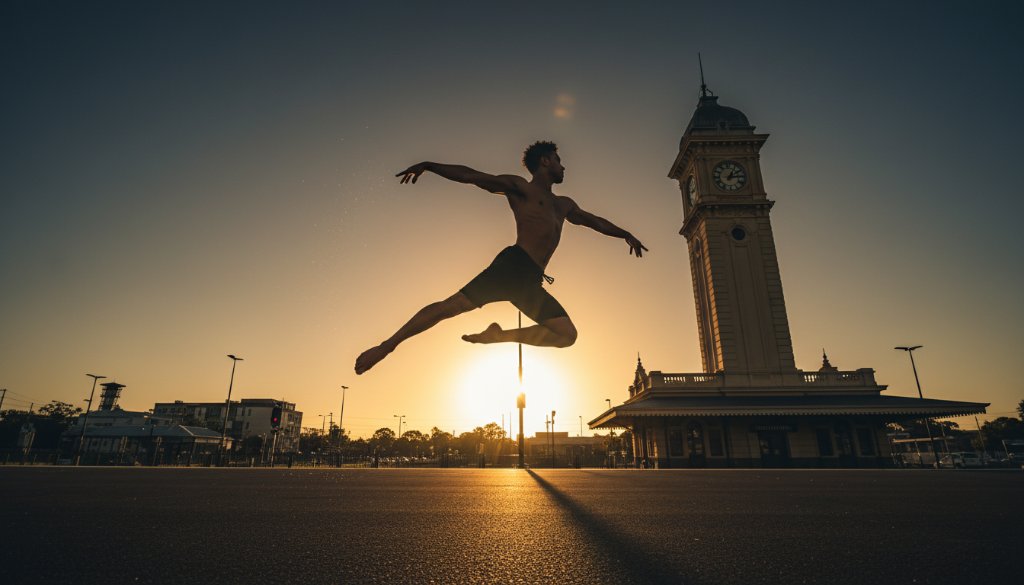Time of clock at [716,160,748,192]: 1:13
